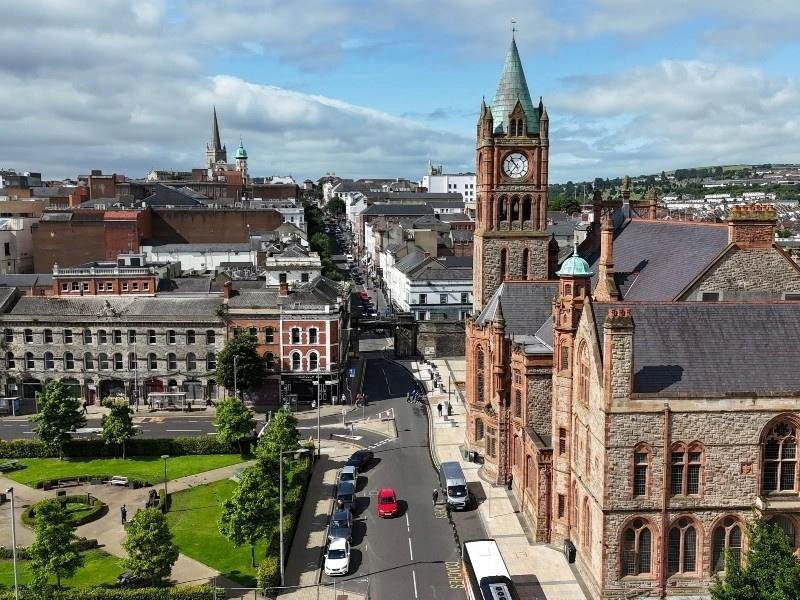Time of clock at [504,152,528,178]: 10:36
